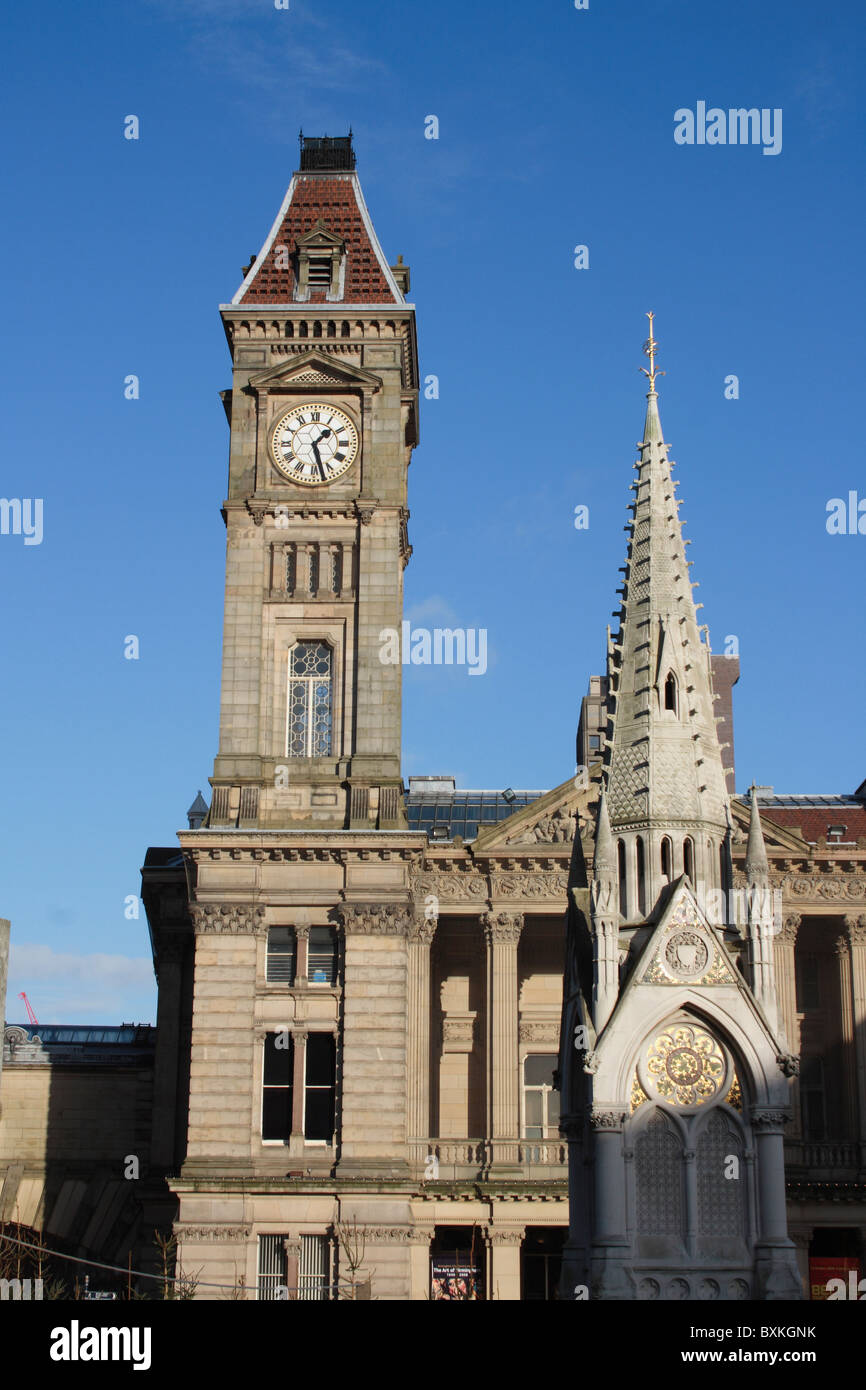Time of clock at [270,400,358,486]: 1:27
